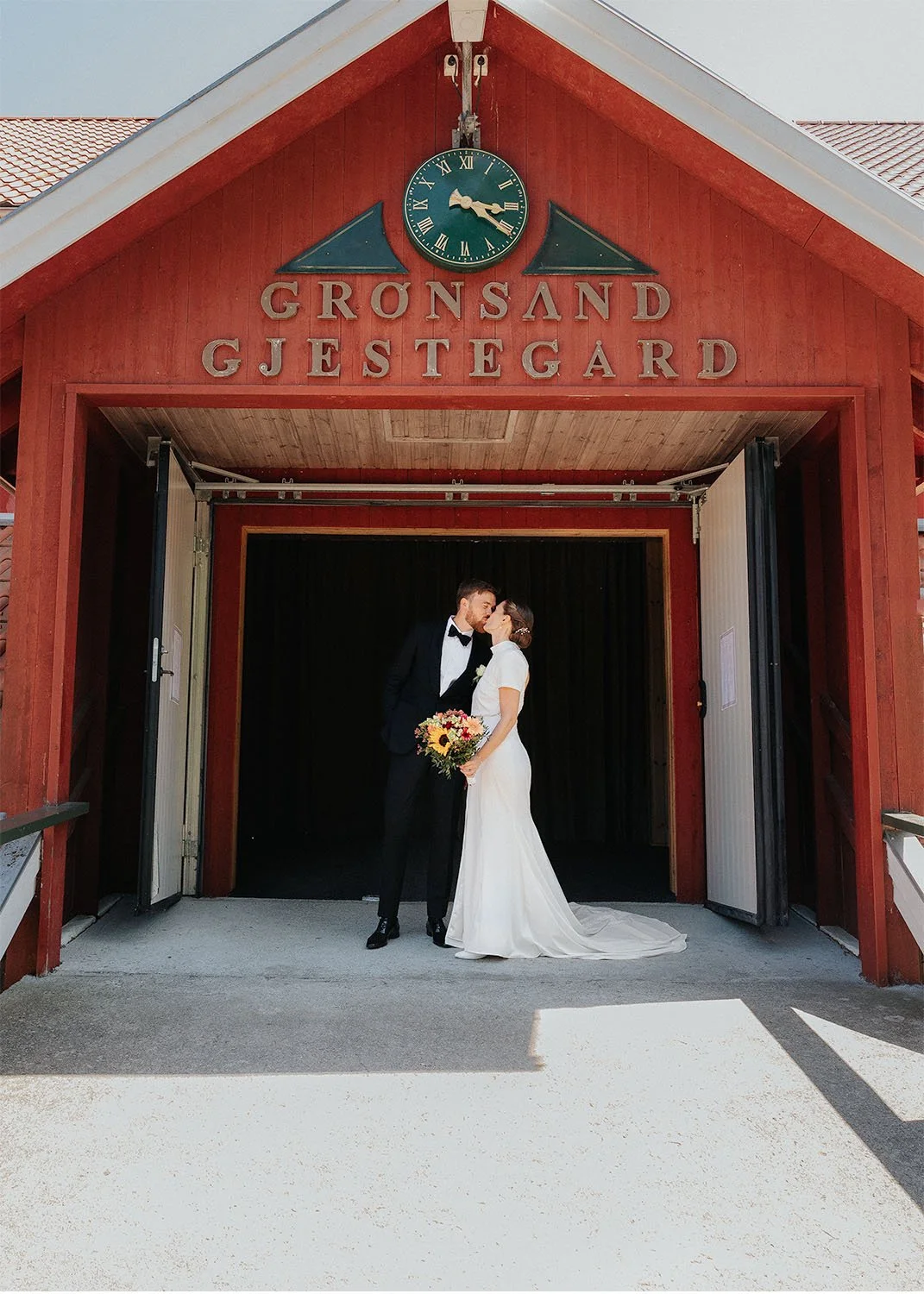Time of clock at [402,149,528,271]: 3:20
